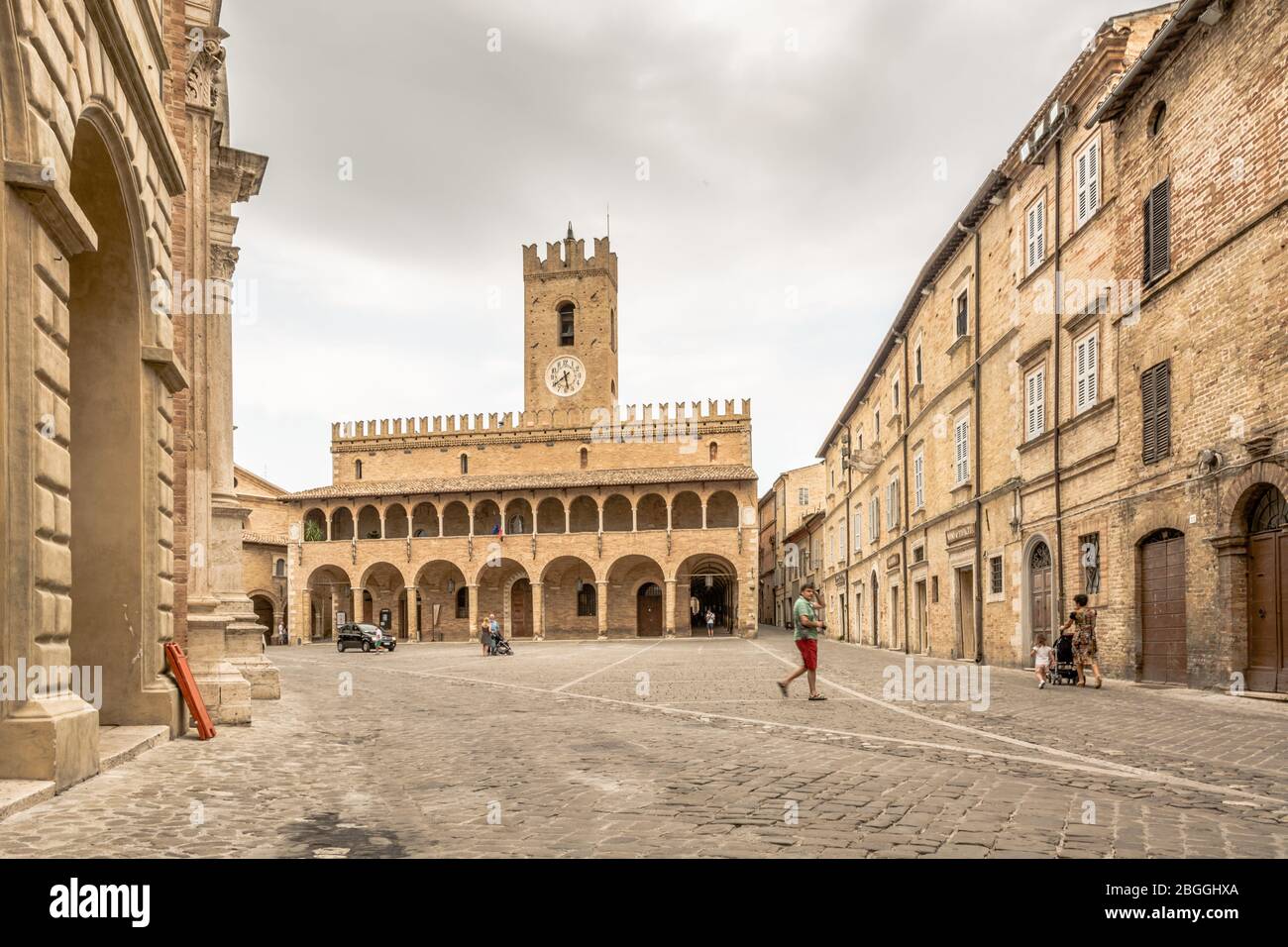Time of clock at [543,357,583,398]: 5:39
